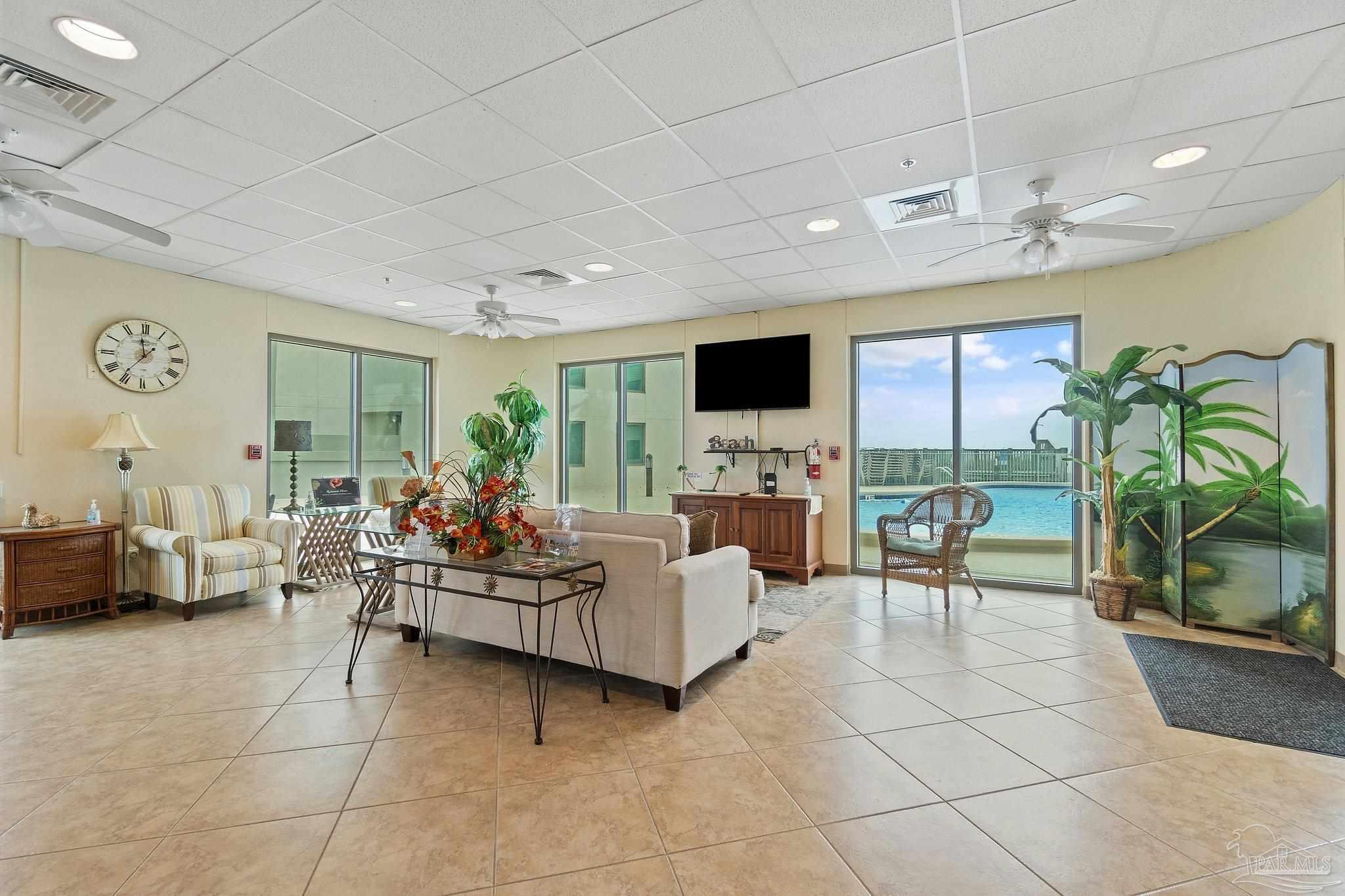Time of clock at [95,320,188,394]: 11:36
